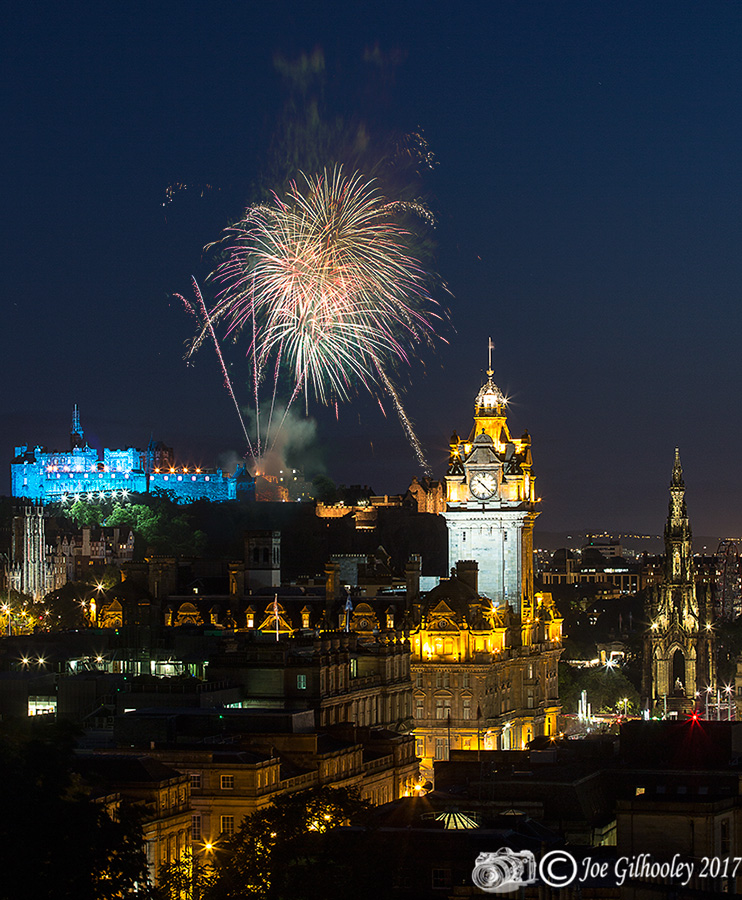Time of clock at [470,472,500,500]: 10:22
